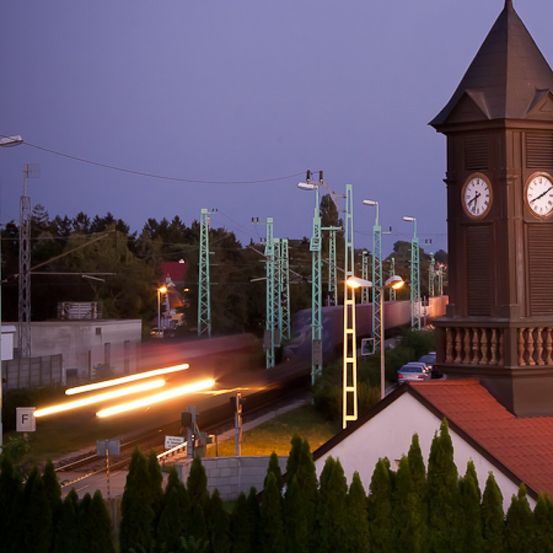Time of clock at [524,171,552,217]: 8:10
